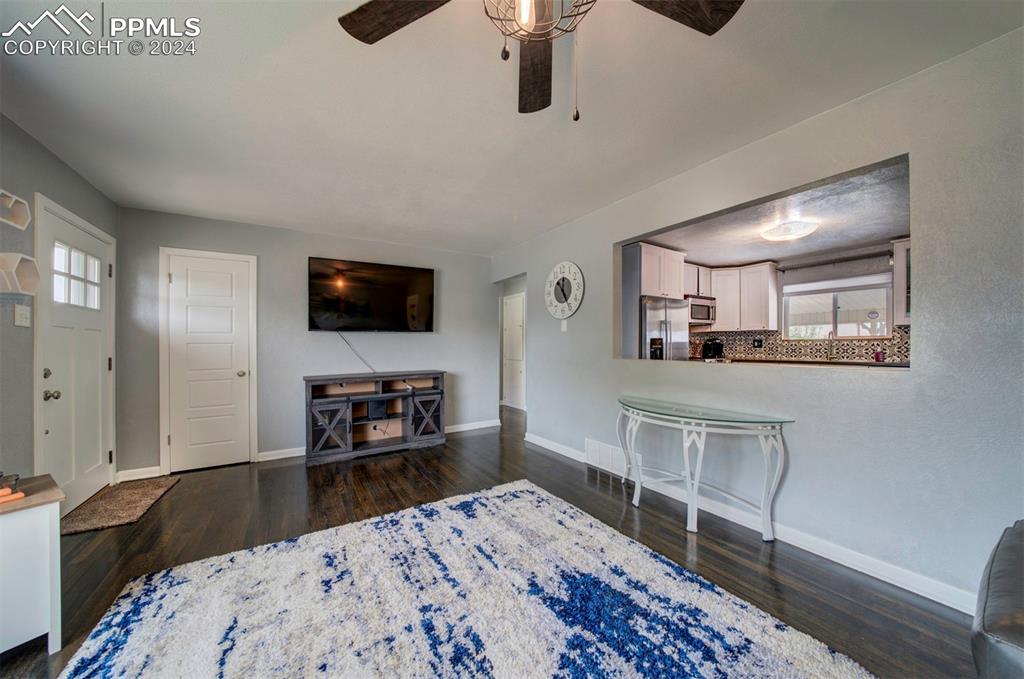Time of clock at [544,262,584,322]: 12:24
